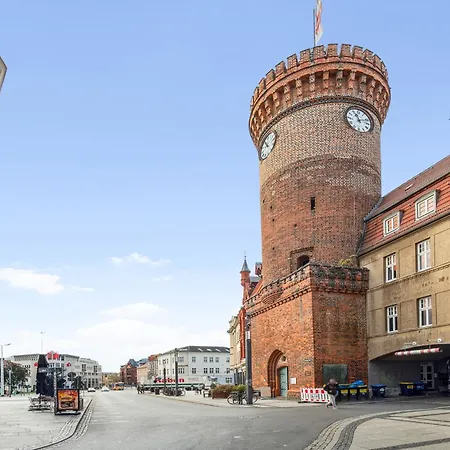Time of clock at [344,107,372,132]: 11:11
